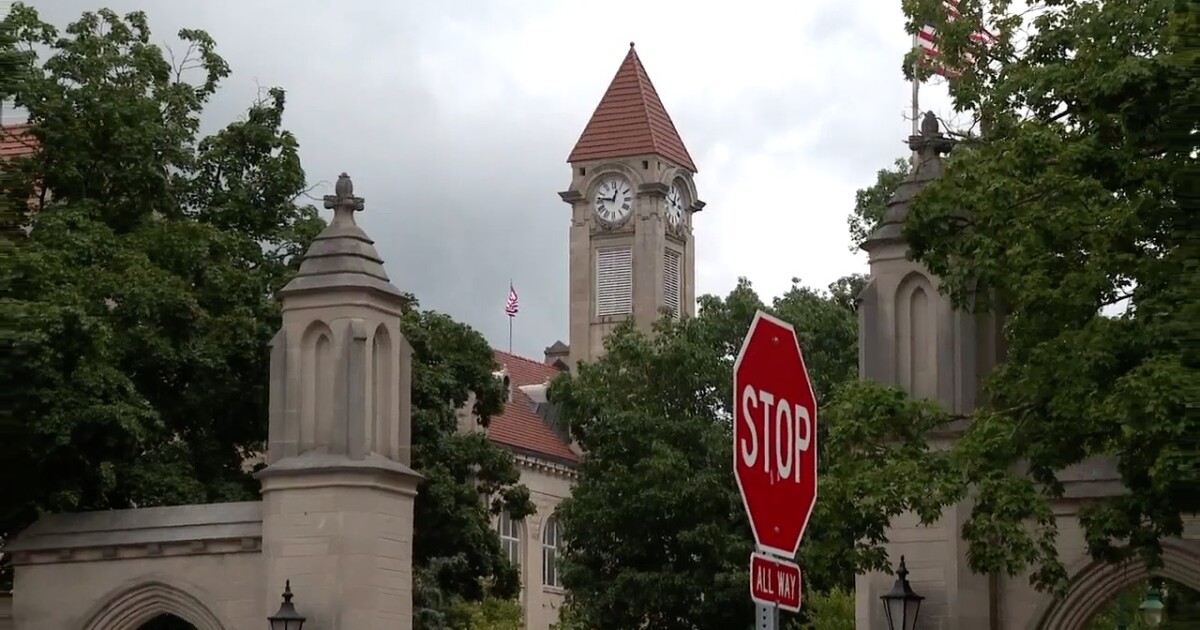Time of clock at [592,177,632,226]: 12:46
